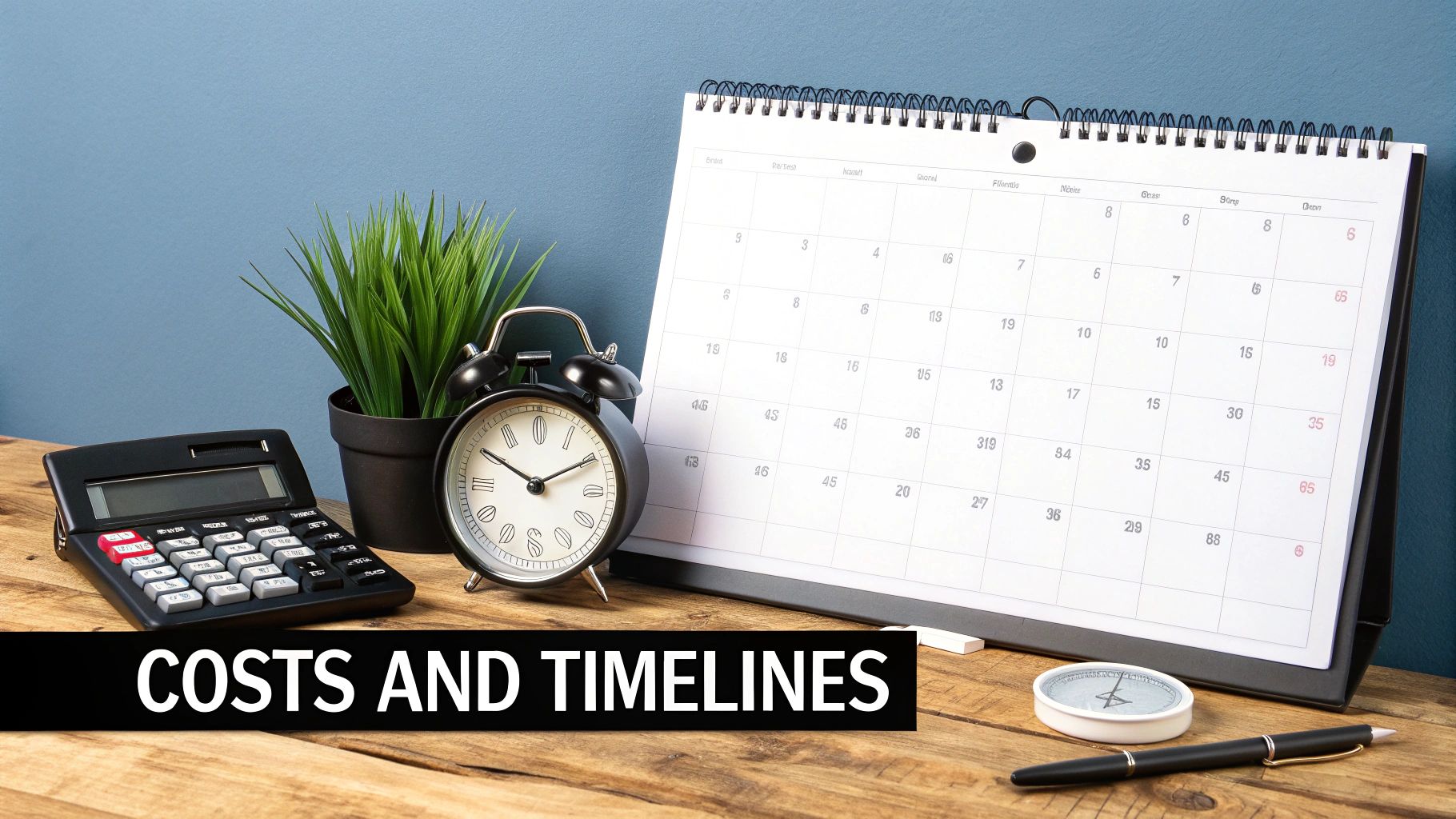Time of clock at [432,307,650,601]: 10:10
